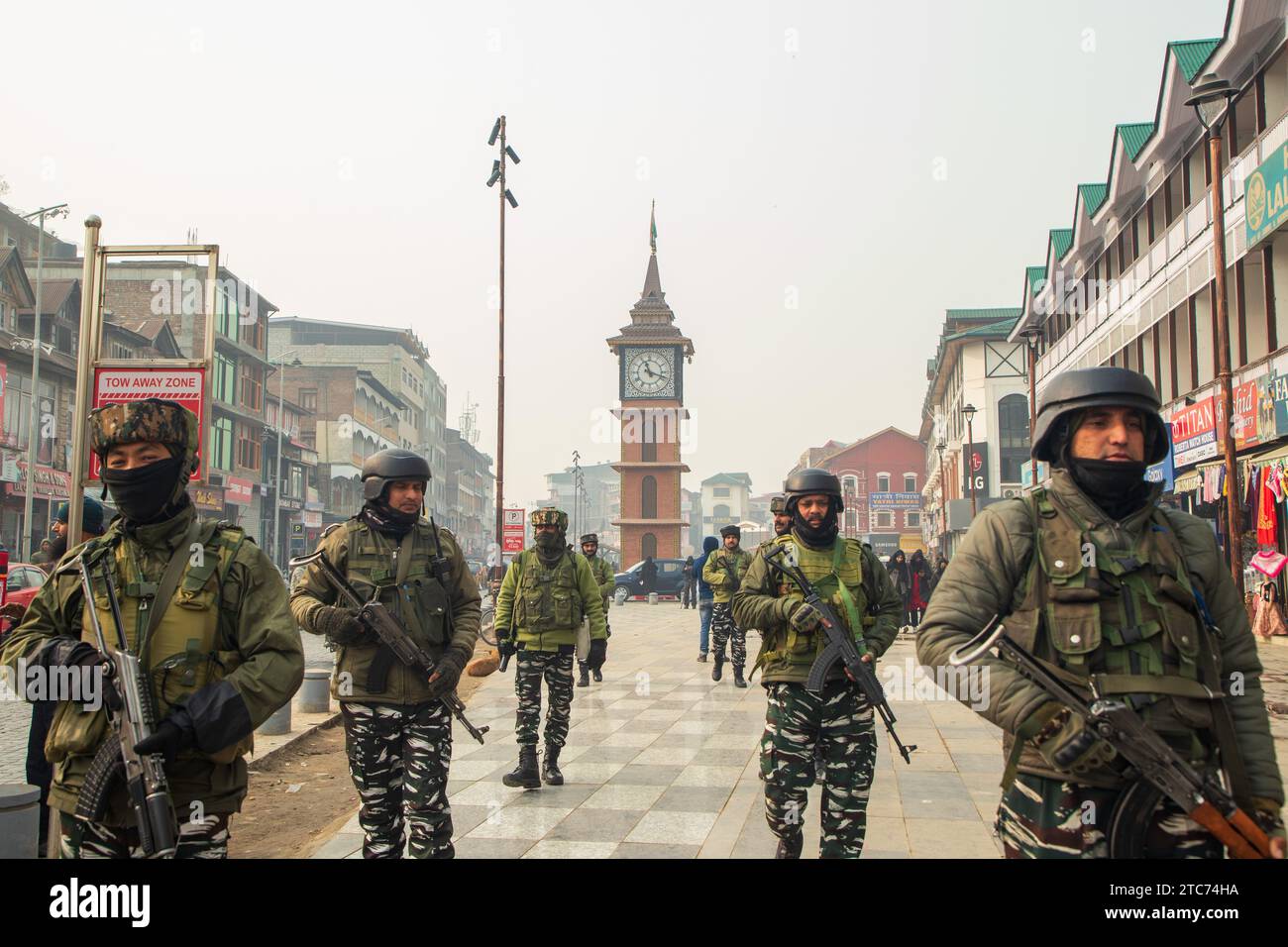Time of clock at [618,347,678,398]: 11:18
